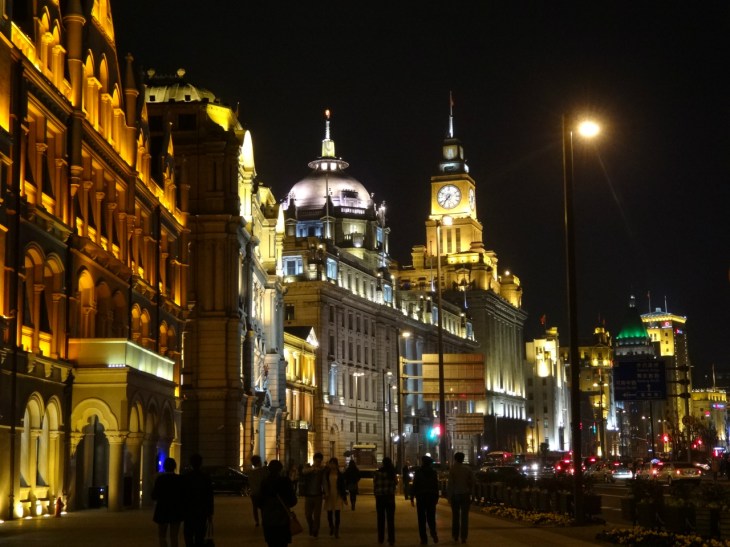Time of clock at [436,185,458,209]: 7:36
